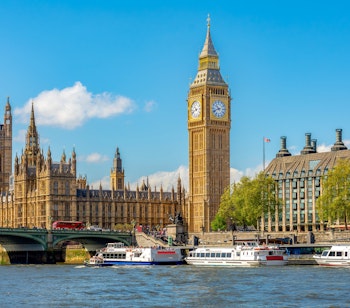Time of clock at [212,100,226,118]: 10:41
